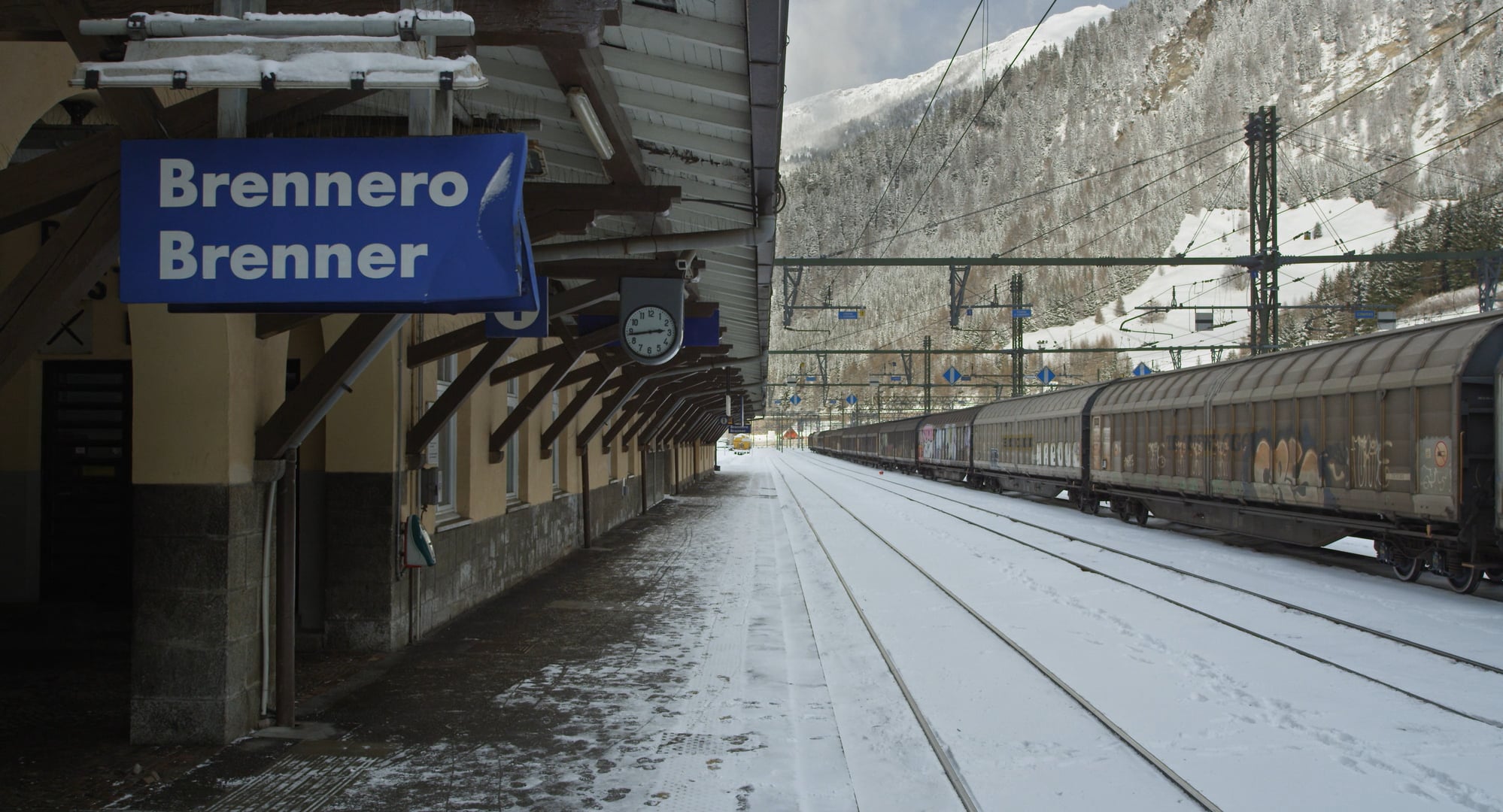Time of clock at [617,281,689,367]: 2:43
